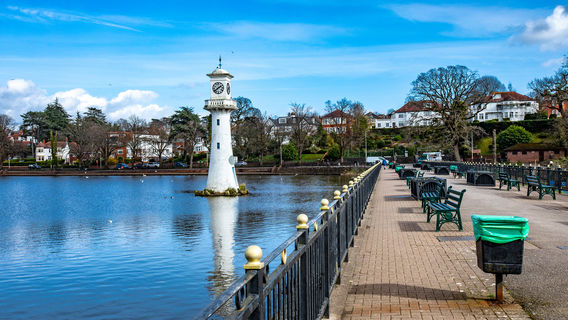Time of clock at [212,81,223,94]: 1:38
